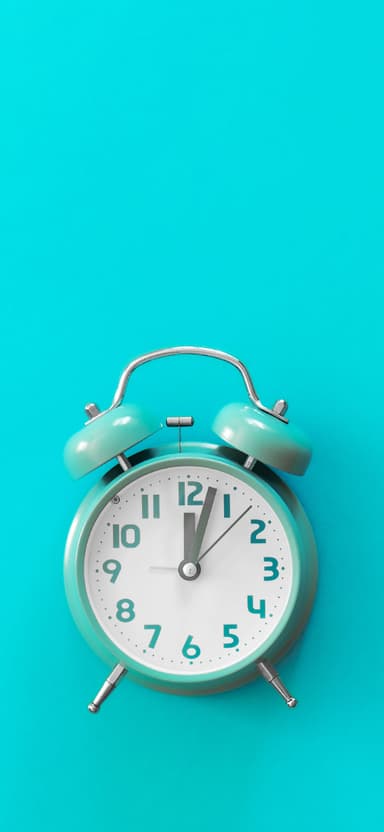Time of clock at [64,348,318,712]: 12:02
